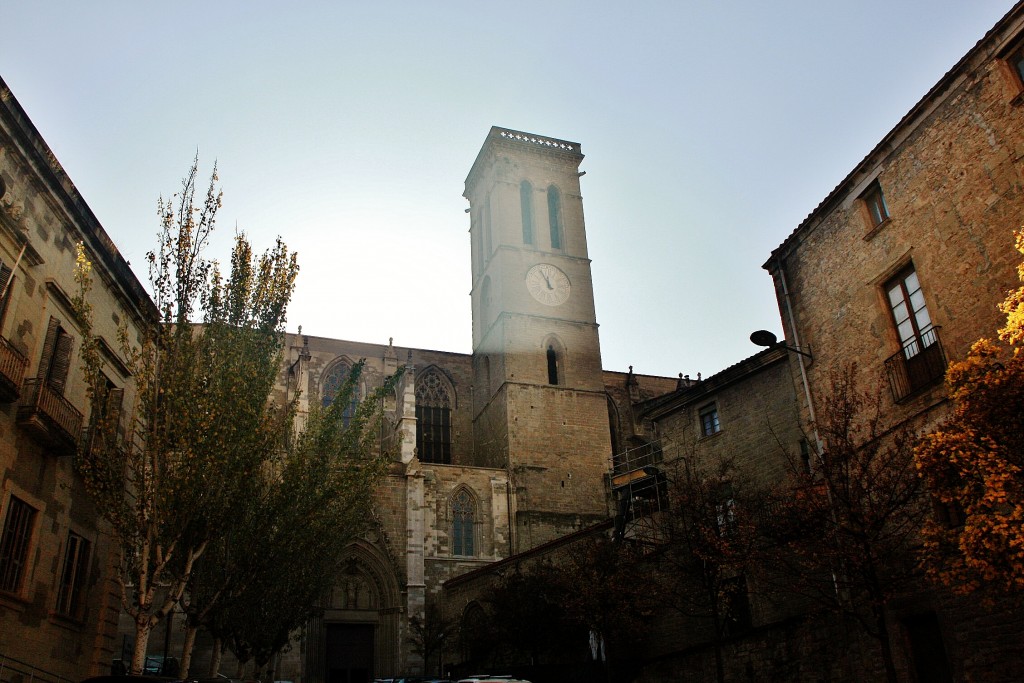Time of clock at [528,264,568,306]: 11:55
